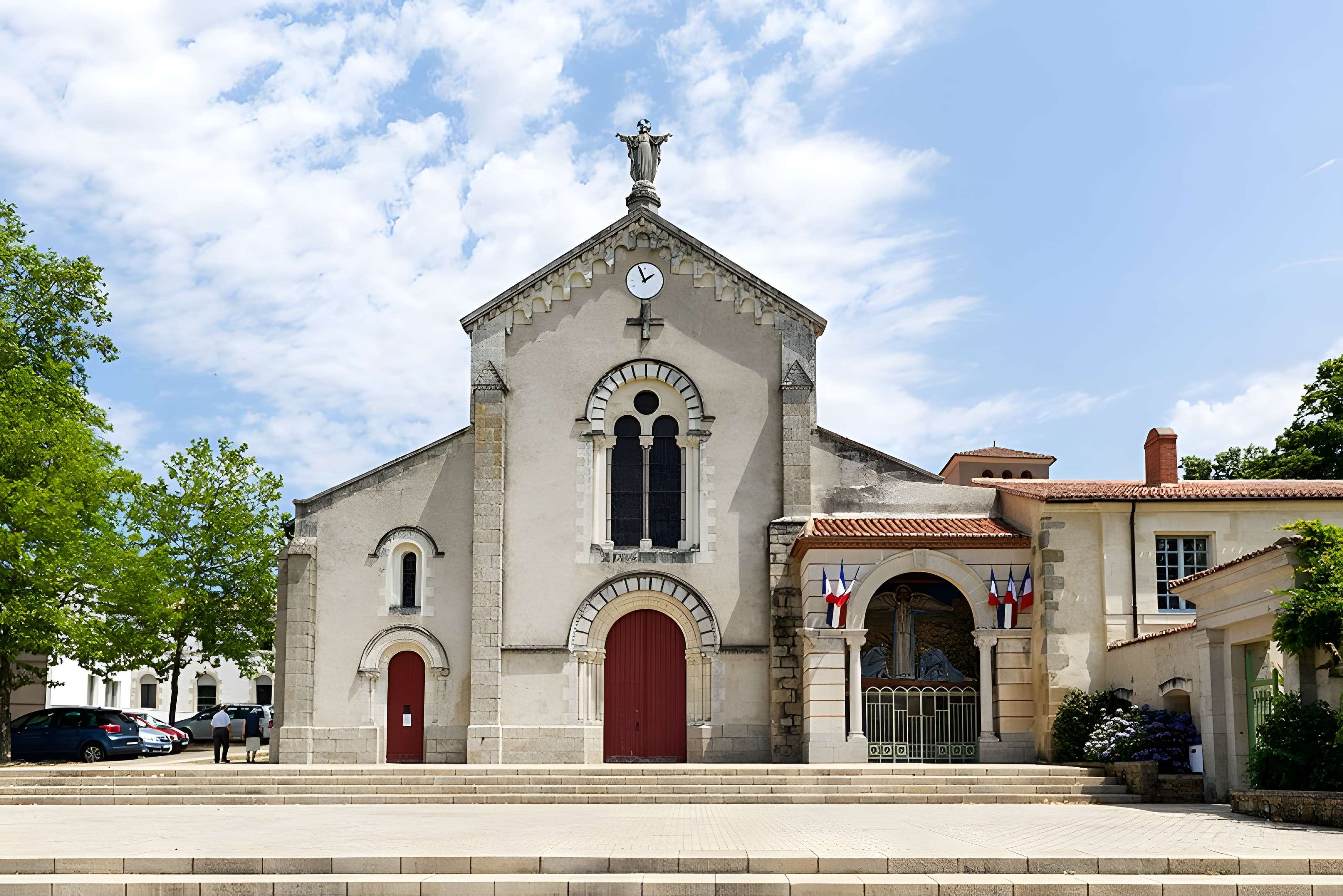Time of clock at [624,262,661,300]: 1:56
